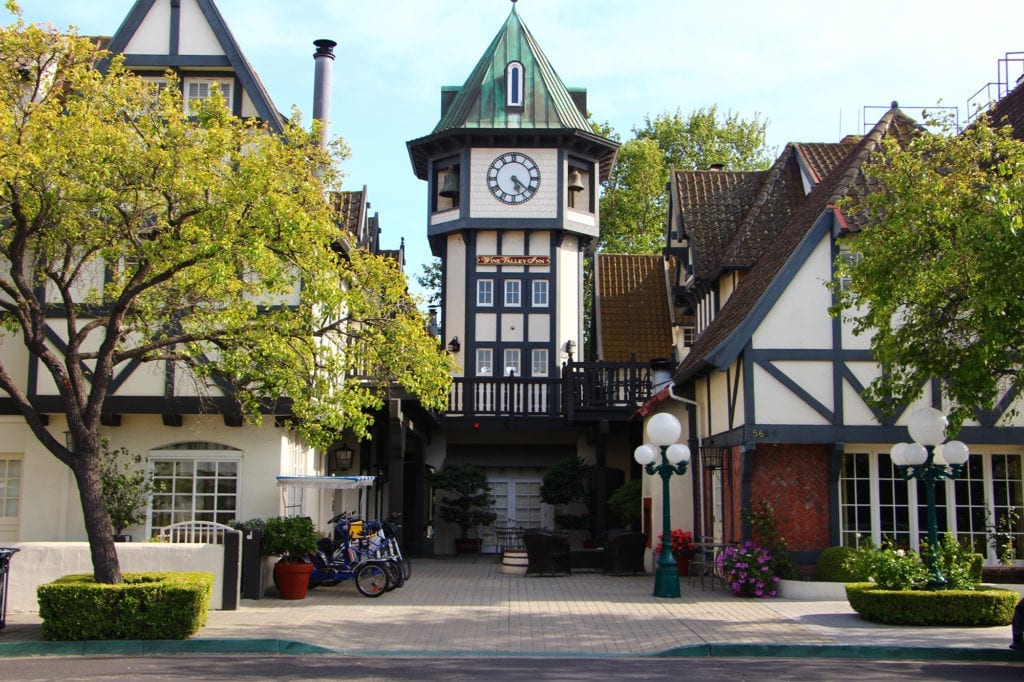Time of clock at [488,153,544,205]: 5:21
